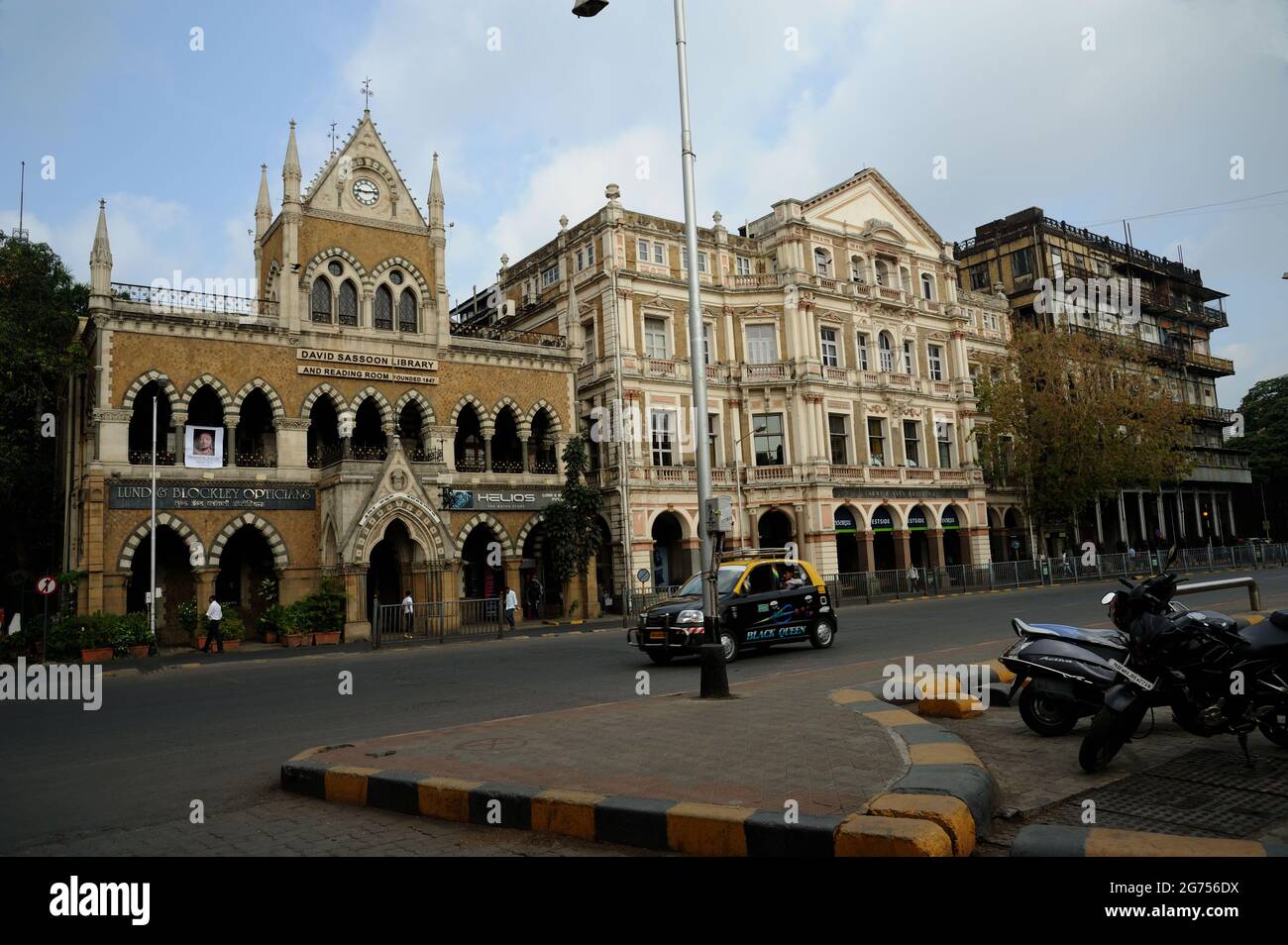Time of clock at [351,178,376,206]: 9:13
